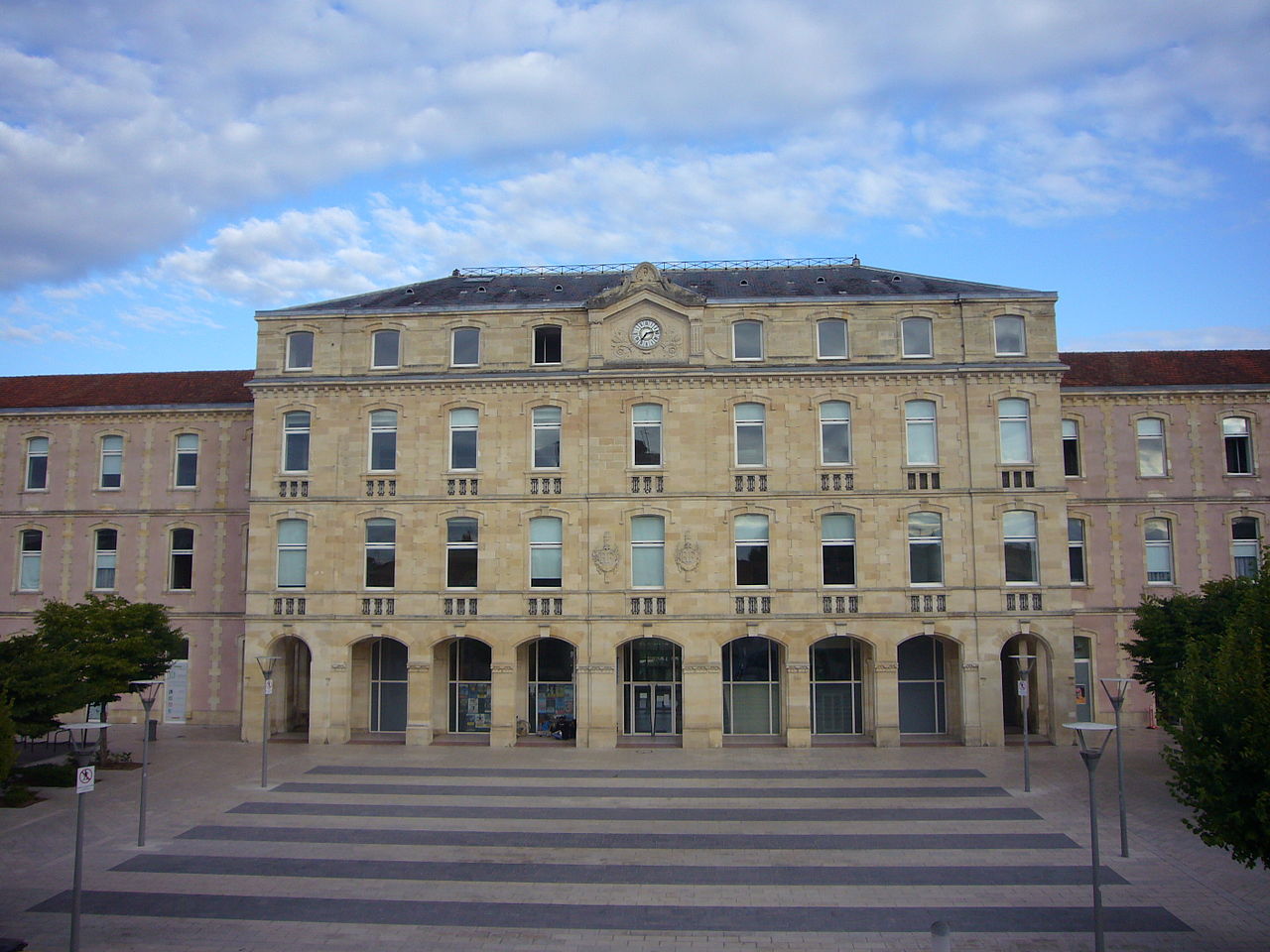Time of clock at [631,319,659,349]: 7:13
